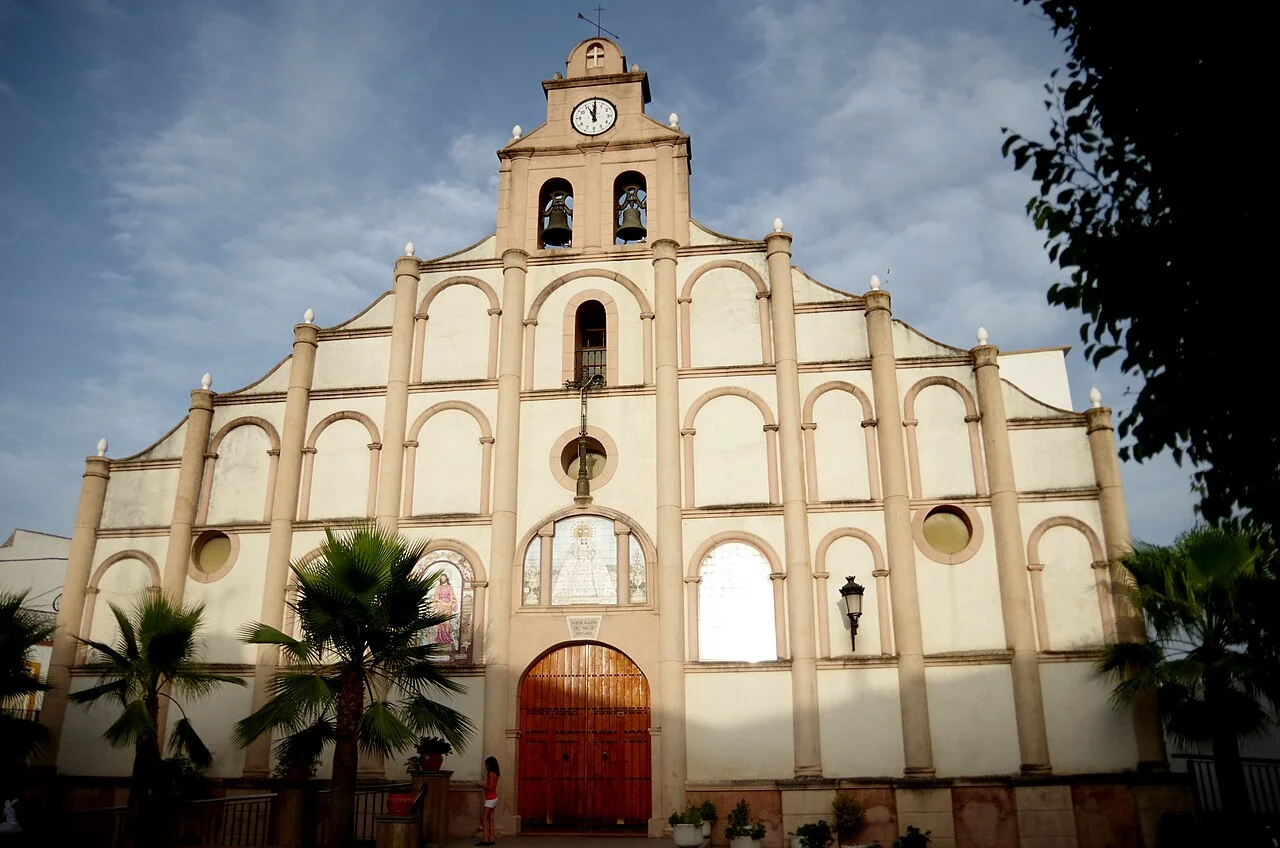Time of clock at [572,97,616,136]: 11:00
